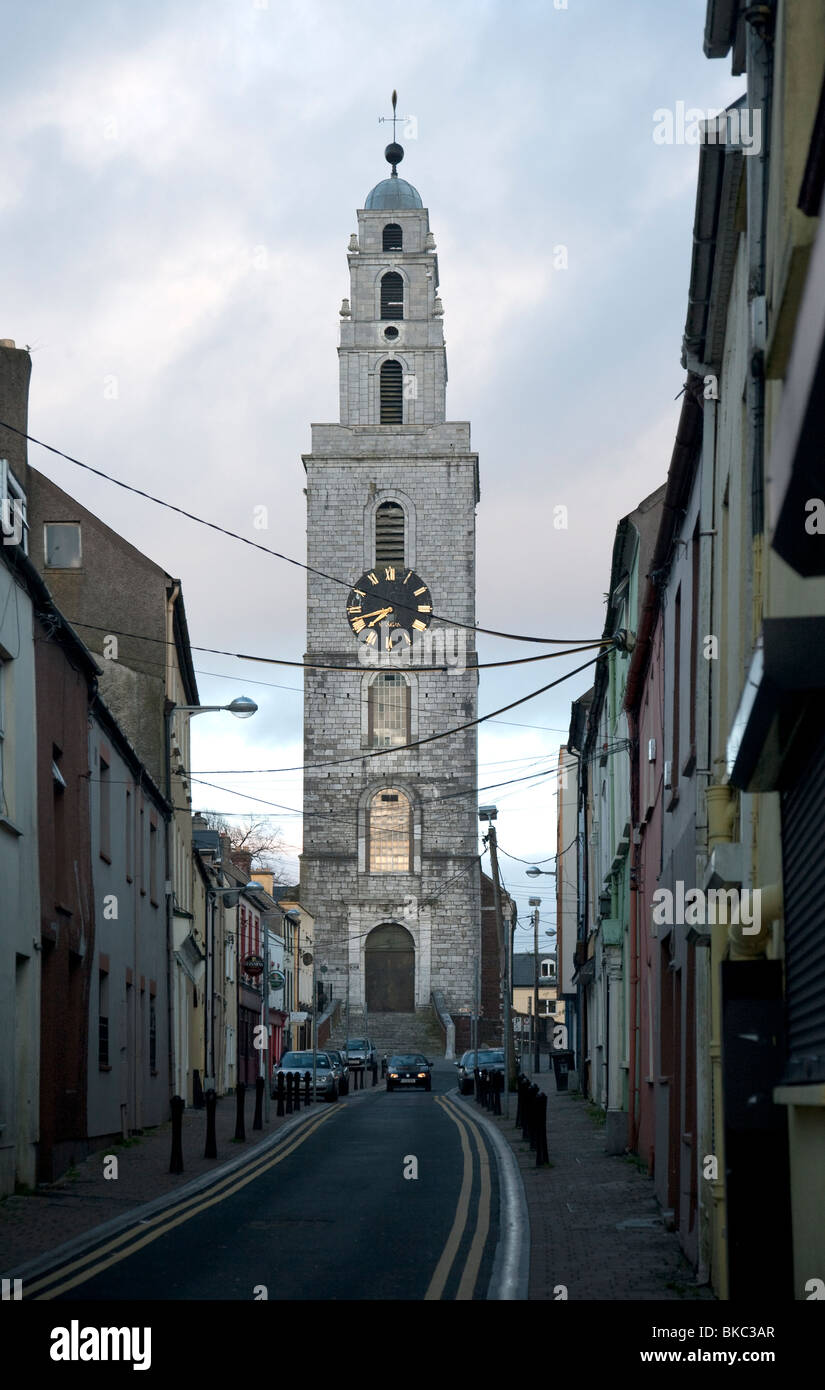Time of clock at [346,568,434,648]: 7:42
